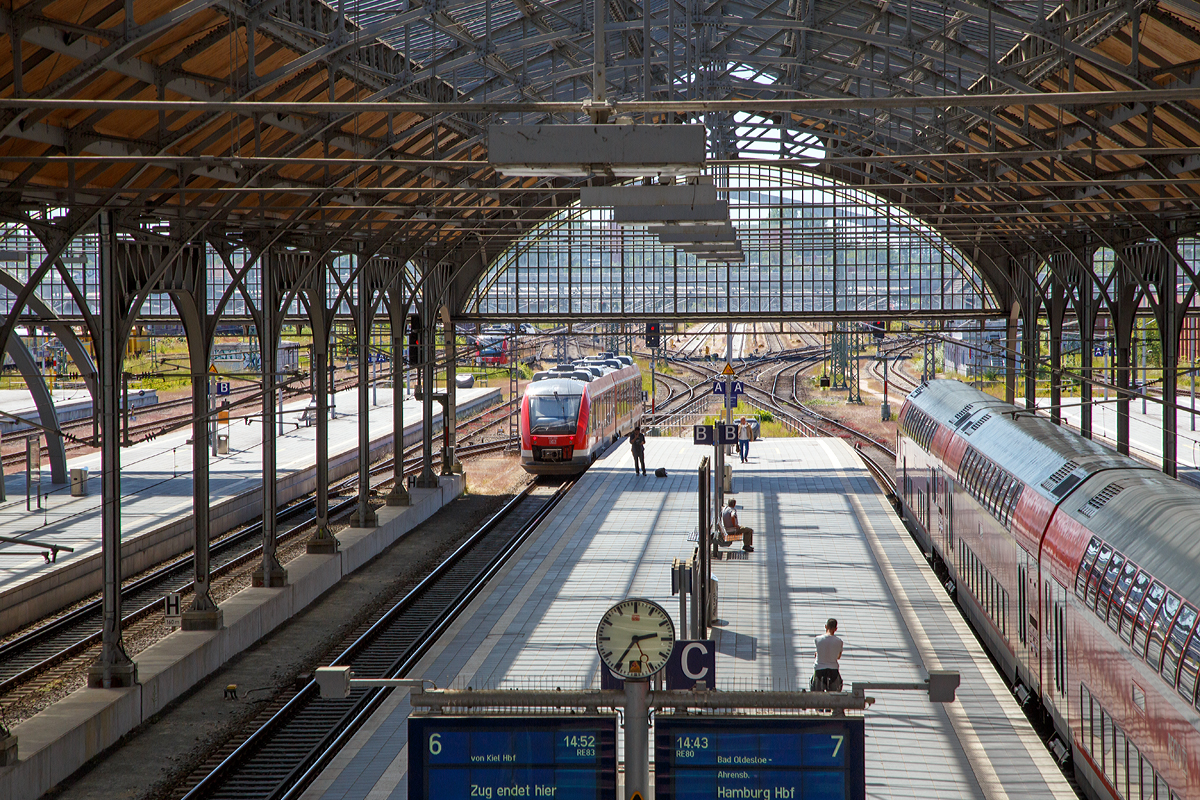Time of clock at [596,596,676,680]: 2:35
